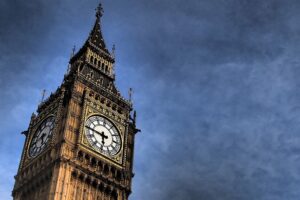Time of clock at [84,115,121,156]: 5:45
